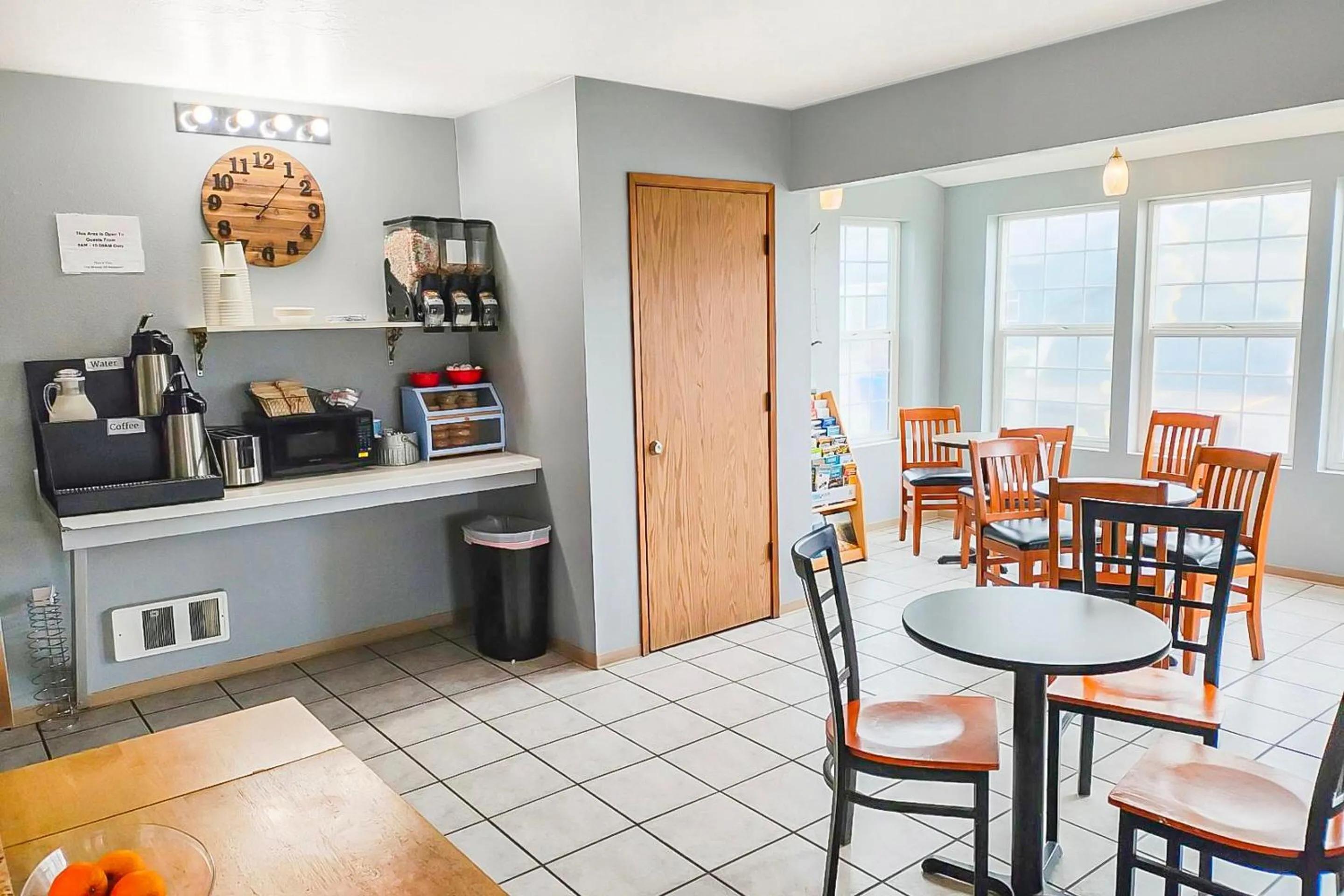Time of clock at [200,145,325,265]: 9:06
